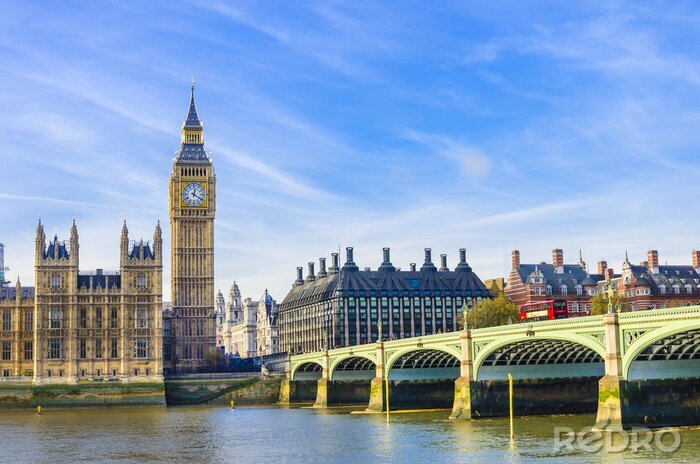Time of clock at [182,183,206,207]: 12:20
